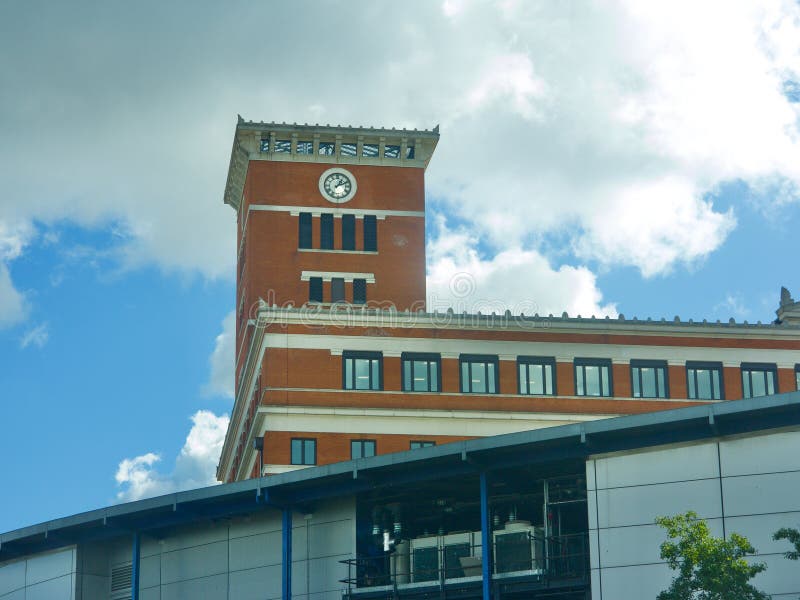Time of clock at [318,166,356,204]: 1:10
